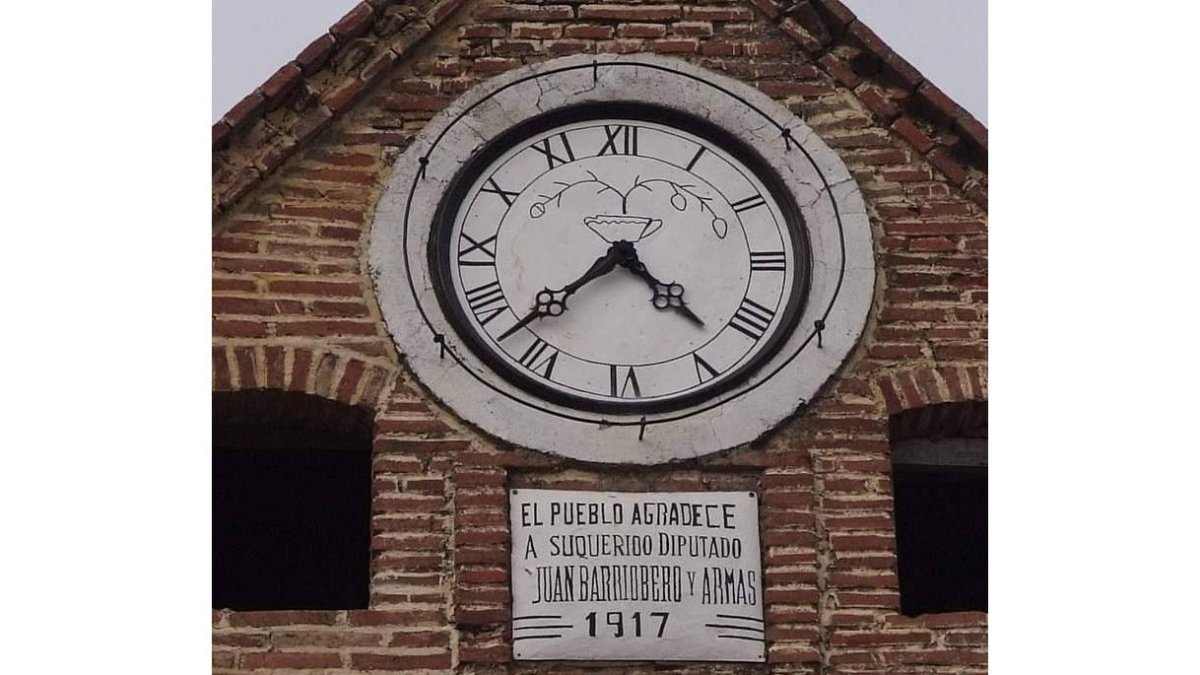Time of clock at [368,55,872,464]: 4:37
